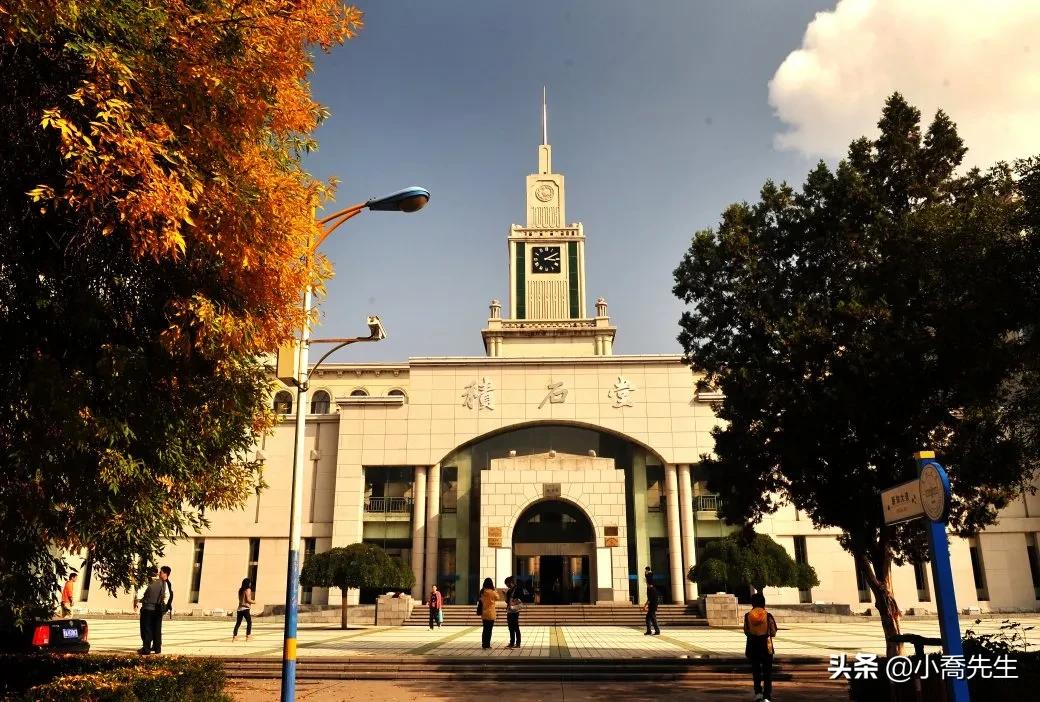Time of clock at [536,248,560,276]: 3:09
